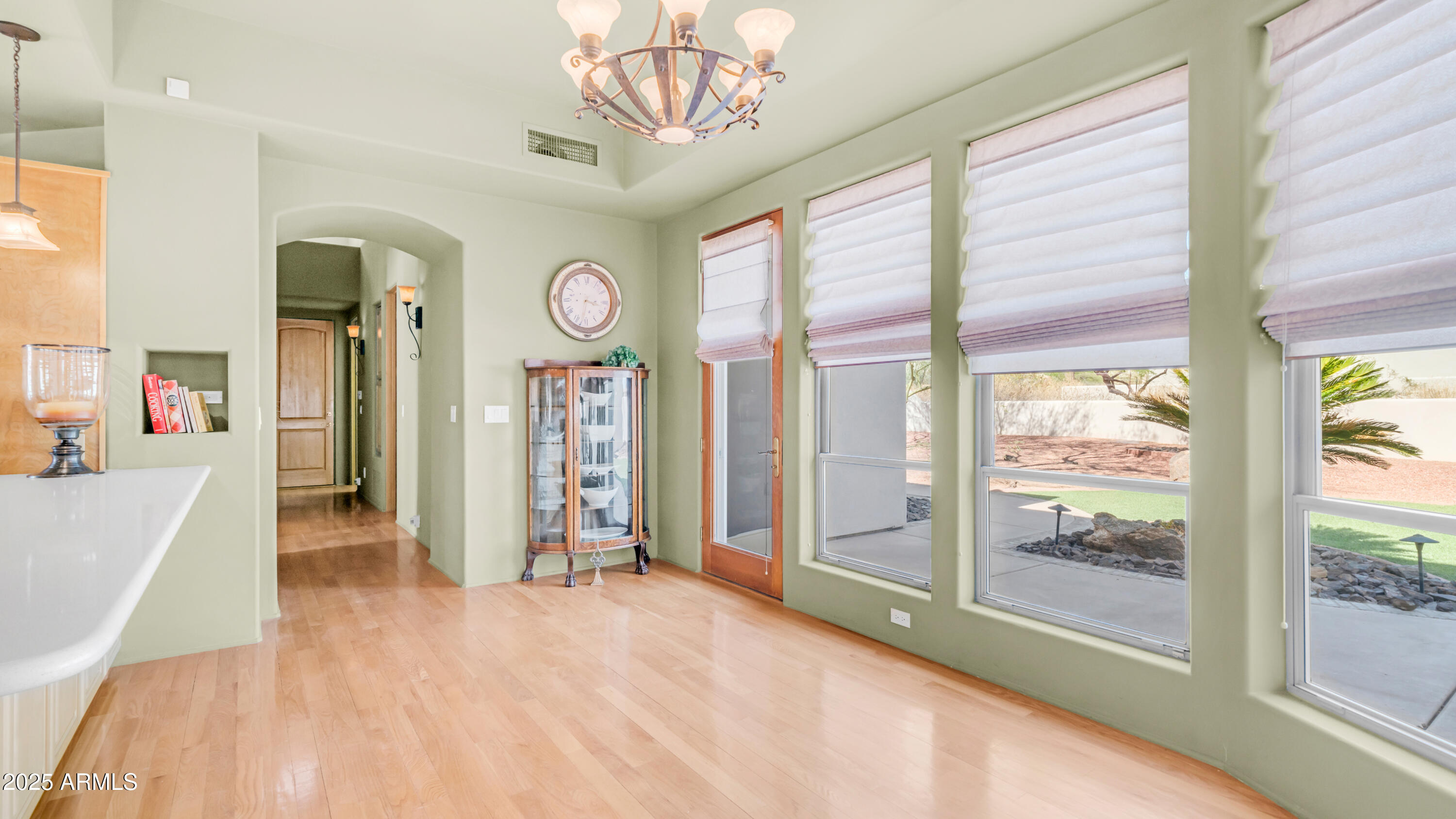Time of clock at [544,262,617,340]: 3:32
